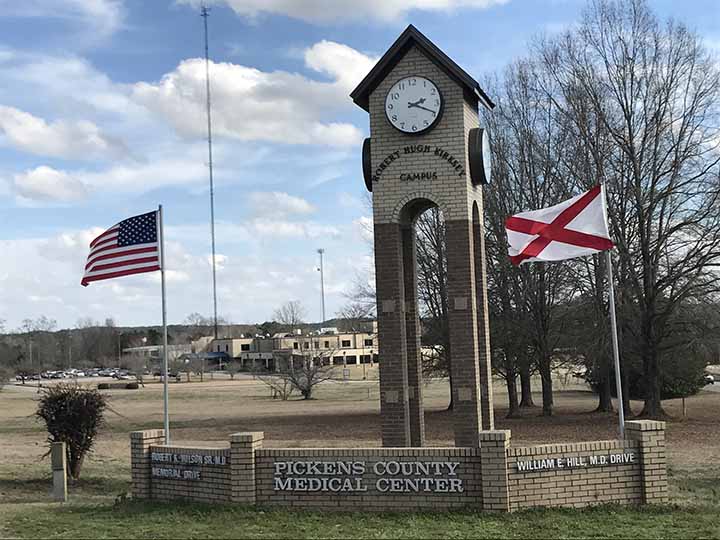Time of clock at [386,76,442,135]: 2:19
